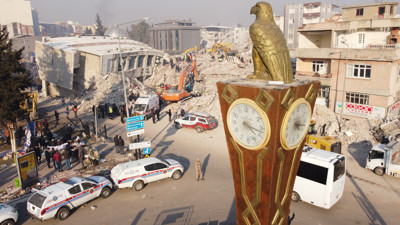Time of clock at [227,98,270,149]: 4:17
